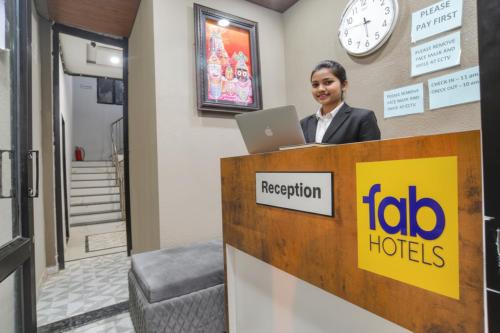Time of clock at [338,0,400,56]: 5:46
